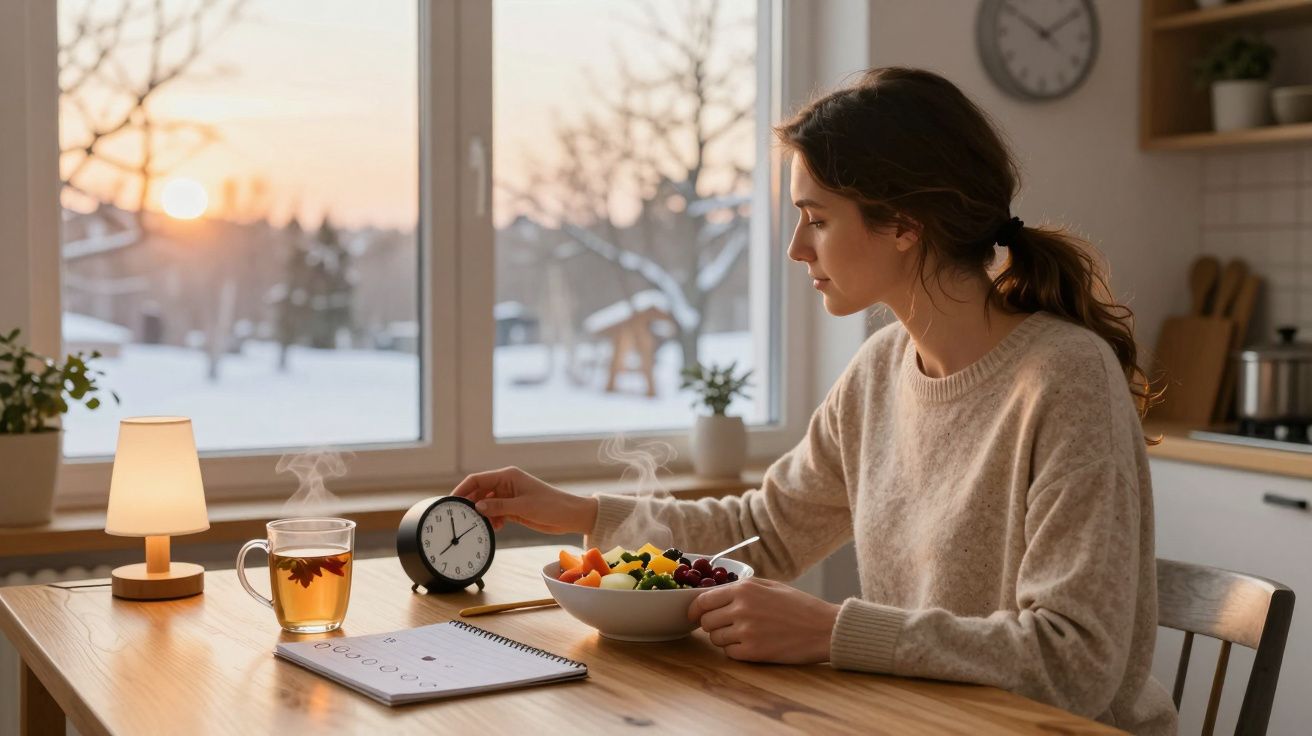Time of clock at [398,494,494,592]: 12:00
